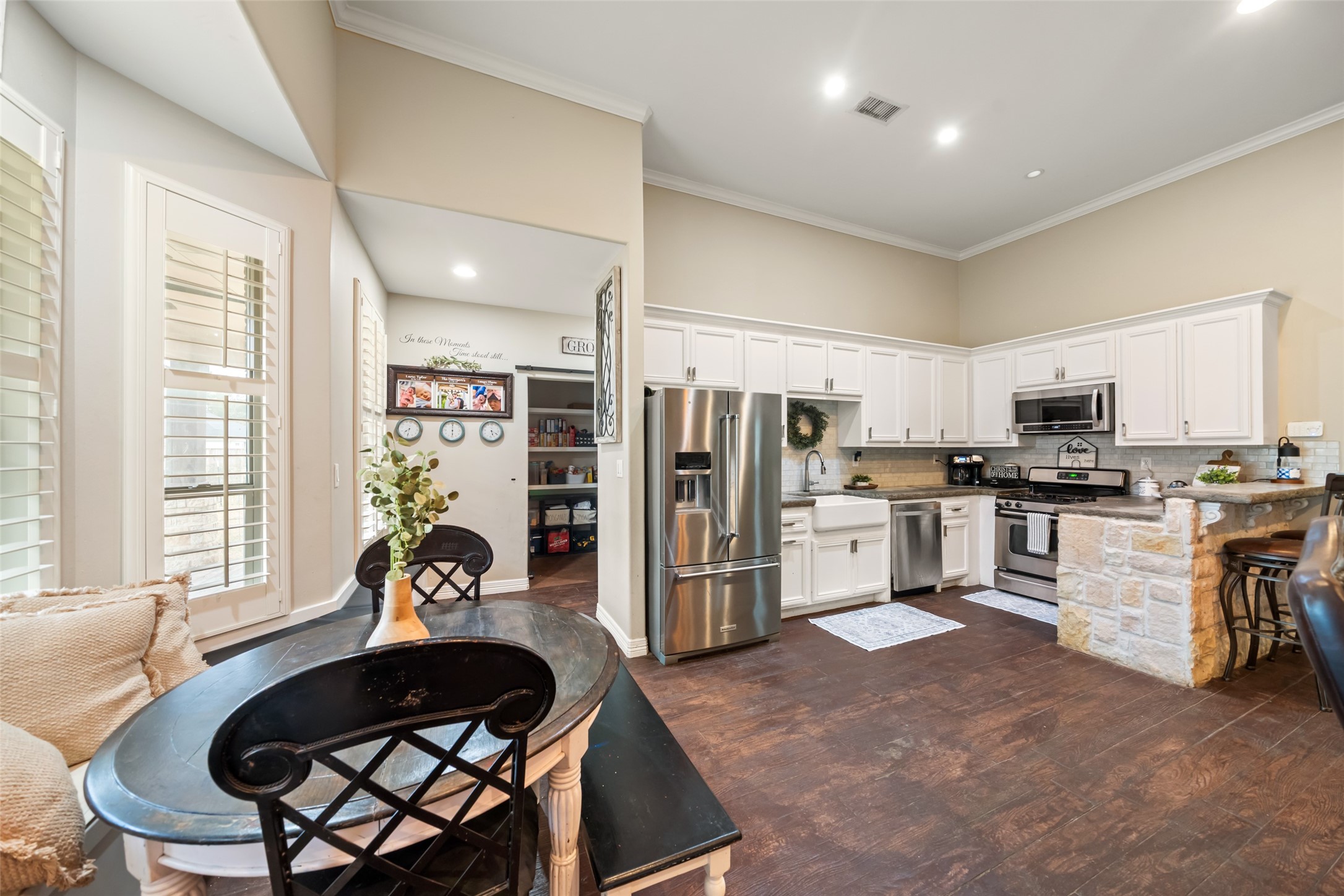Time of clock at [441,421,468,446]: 6:00
